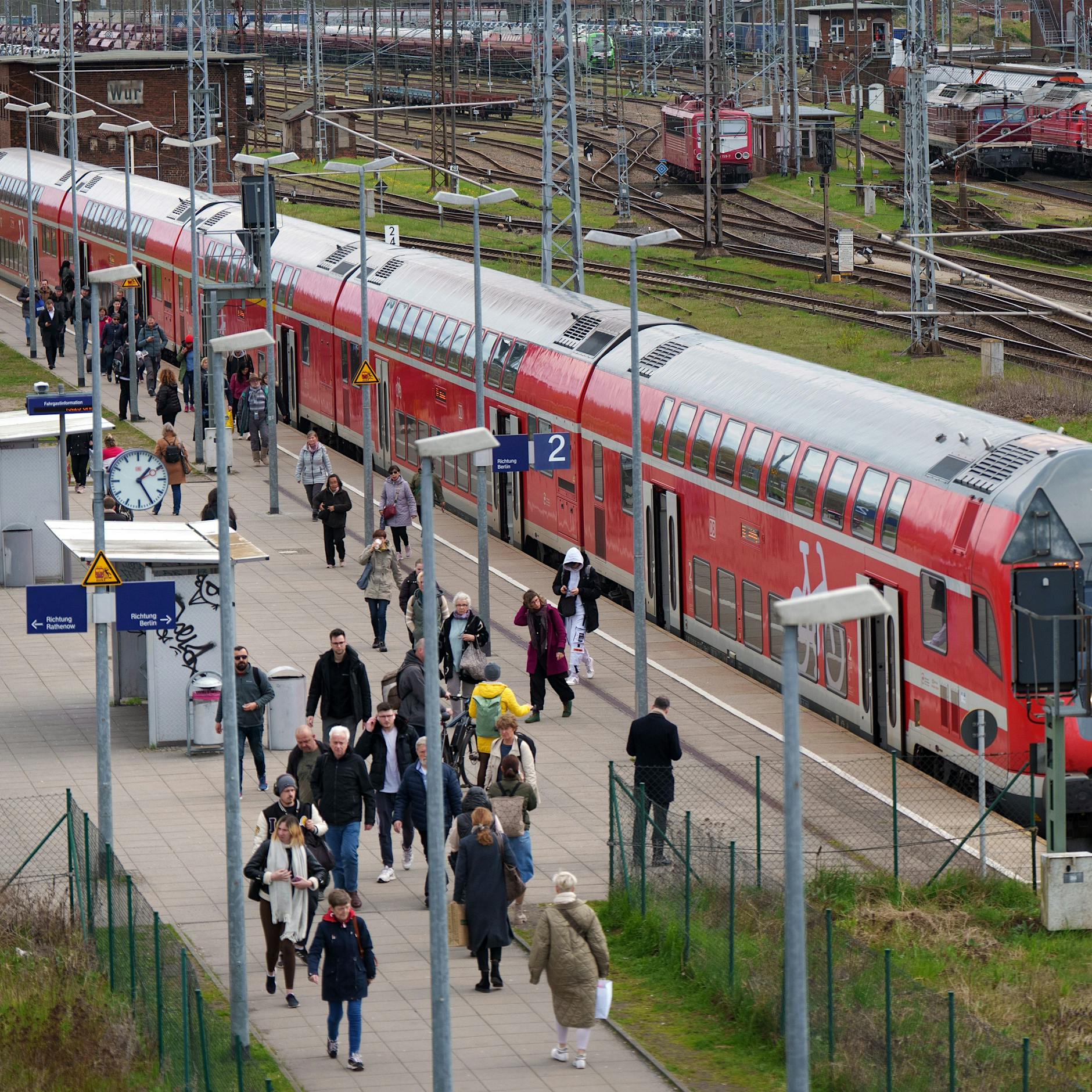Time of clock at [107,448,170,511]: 1:24
